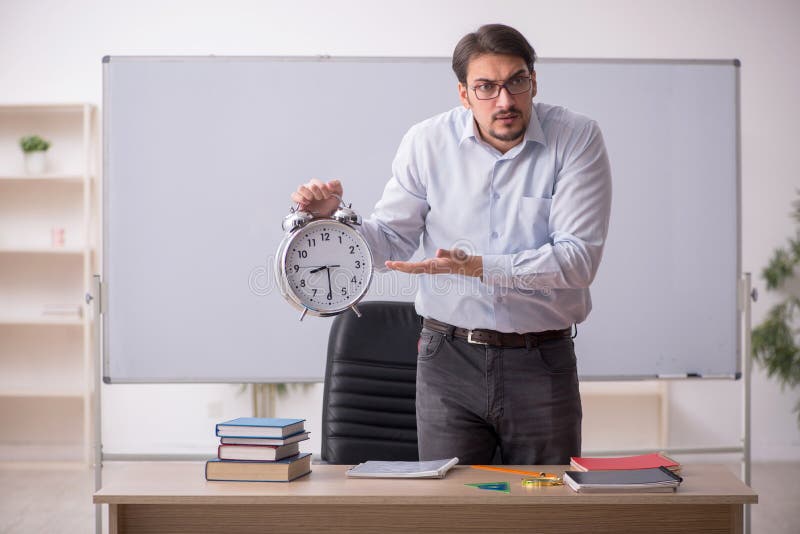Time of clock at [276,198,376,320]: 8:29
